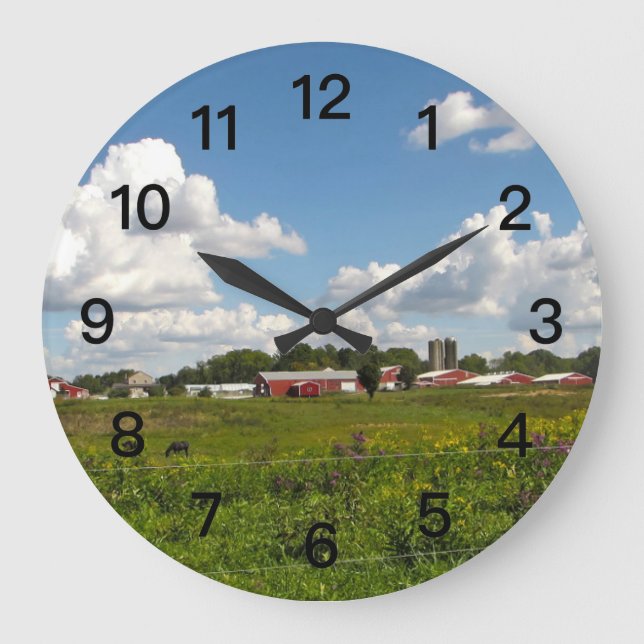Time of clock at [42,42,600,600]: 10:09
